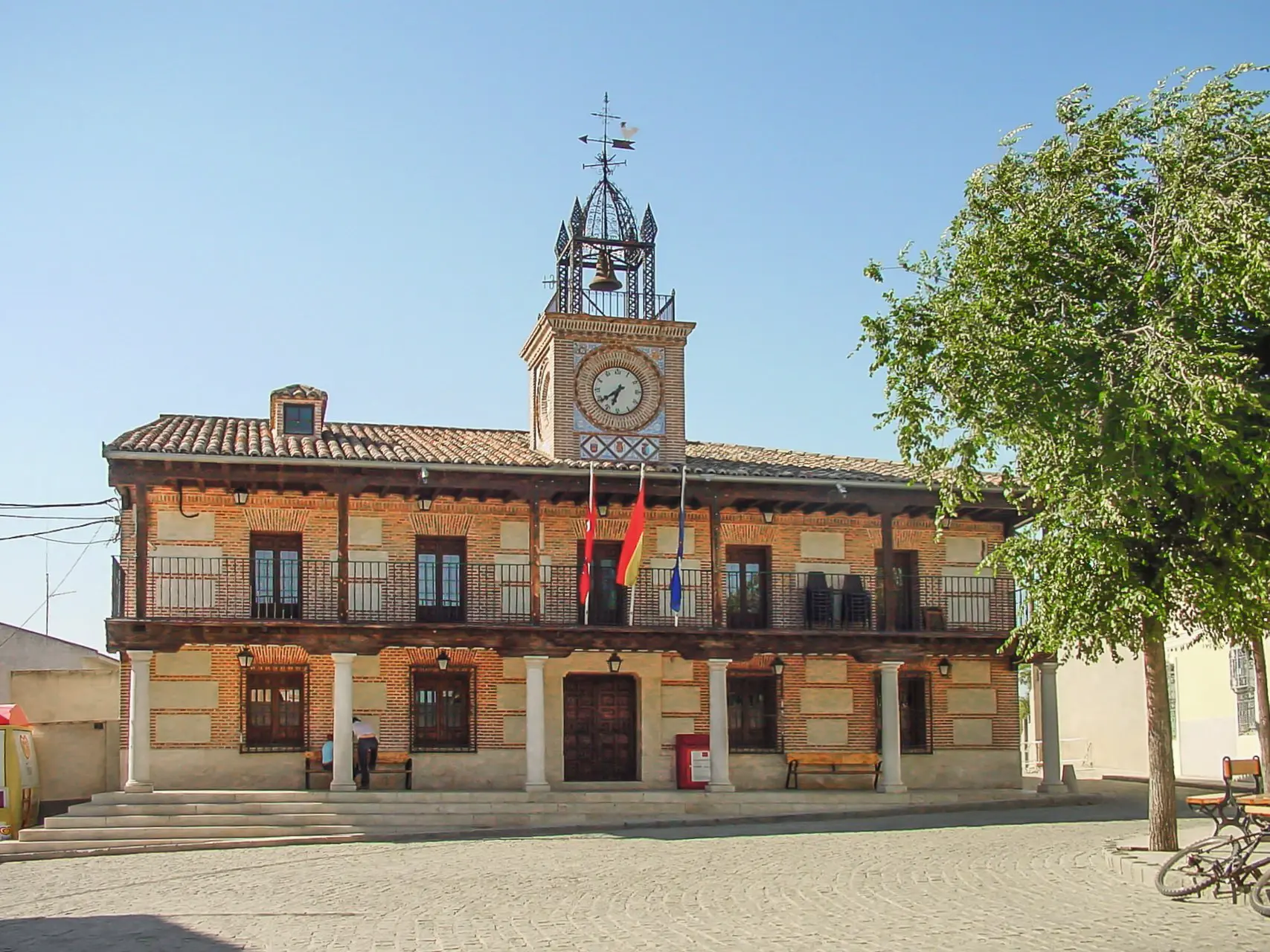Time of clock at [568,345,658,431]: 6:39
